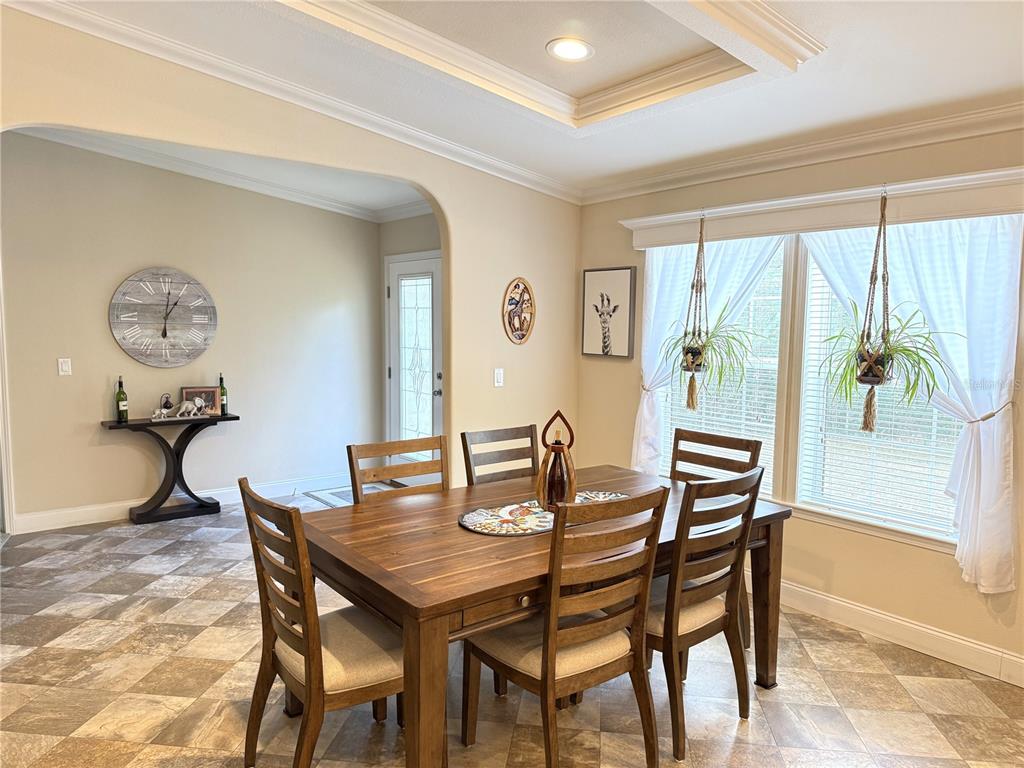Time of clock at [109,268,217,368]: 1:01
